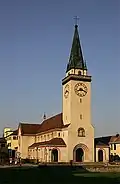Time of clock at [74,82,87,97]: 8:18
